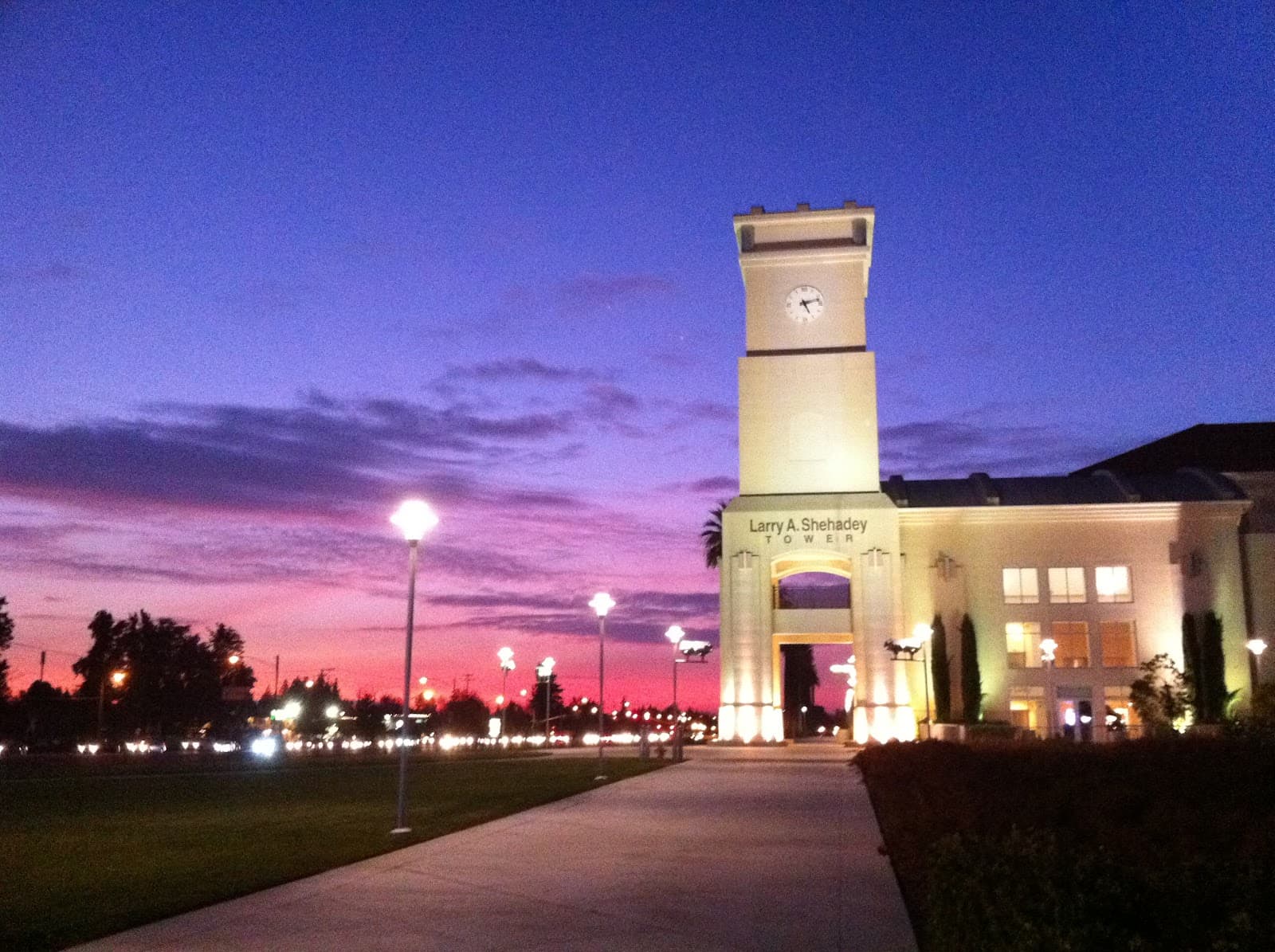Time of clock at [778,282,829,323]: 5:12
